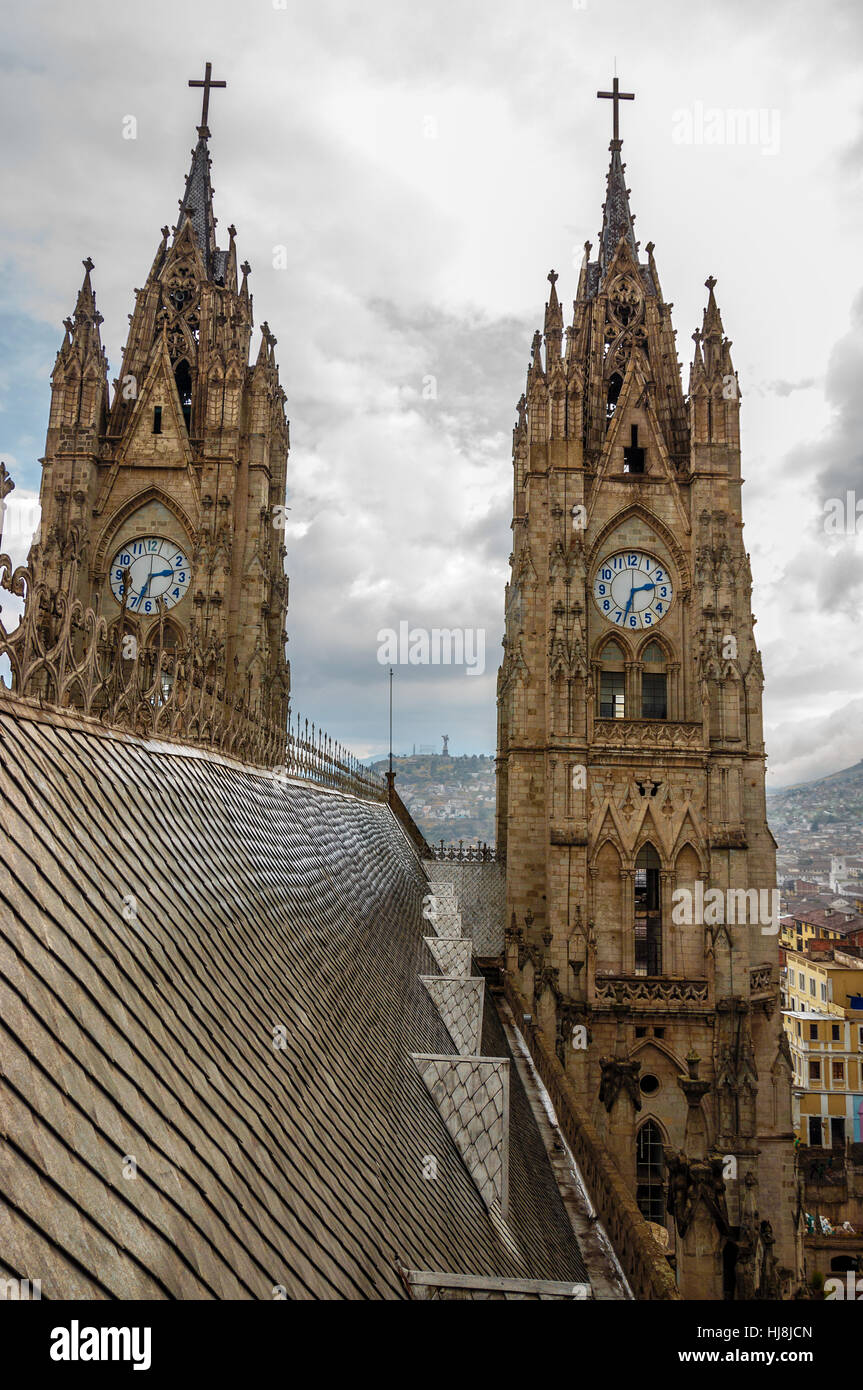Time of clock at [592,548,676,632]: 2:33
